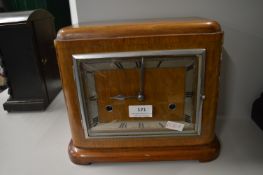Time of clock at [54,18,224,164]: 9:01
